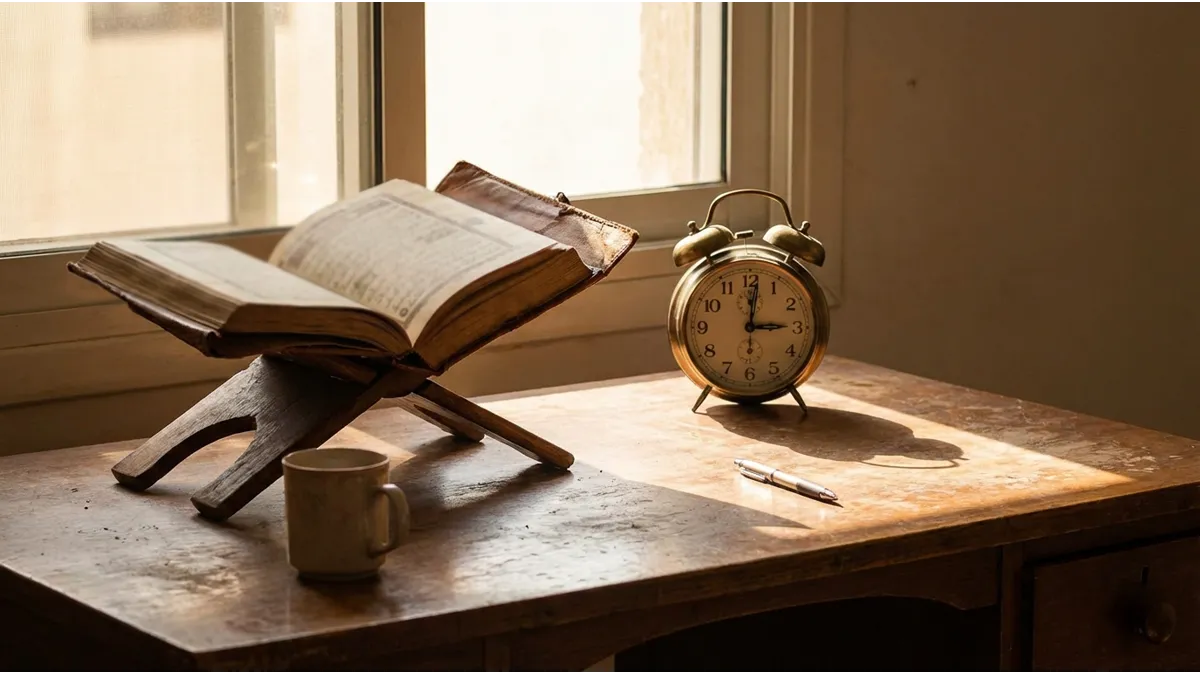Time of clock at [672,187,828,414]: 3:01
